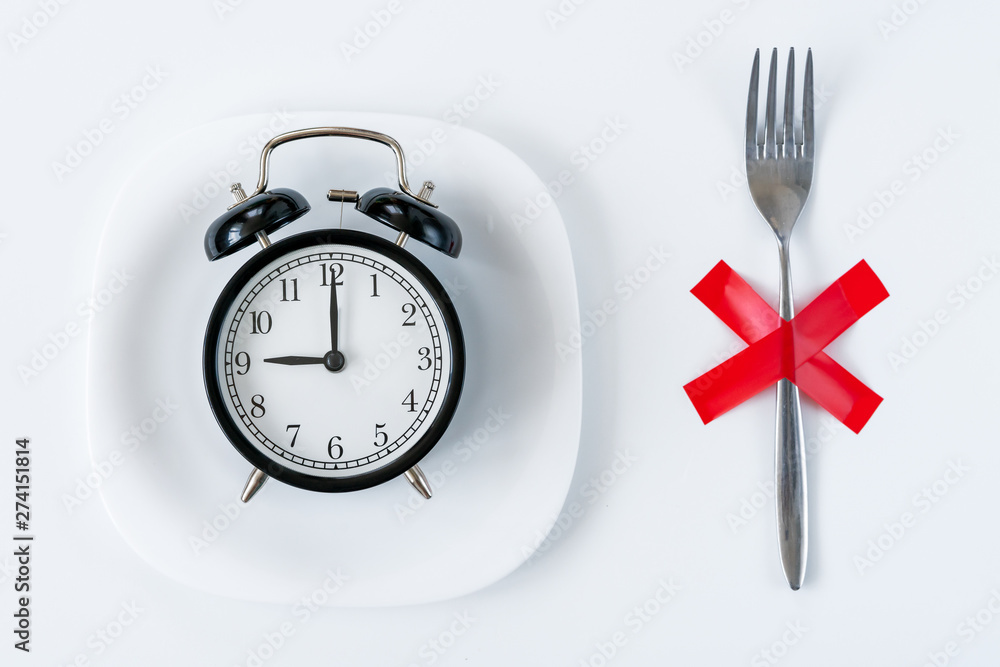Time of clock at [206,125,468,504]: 9:00
